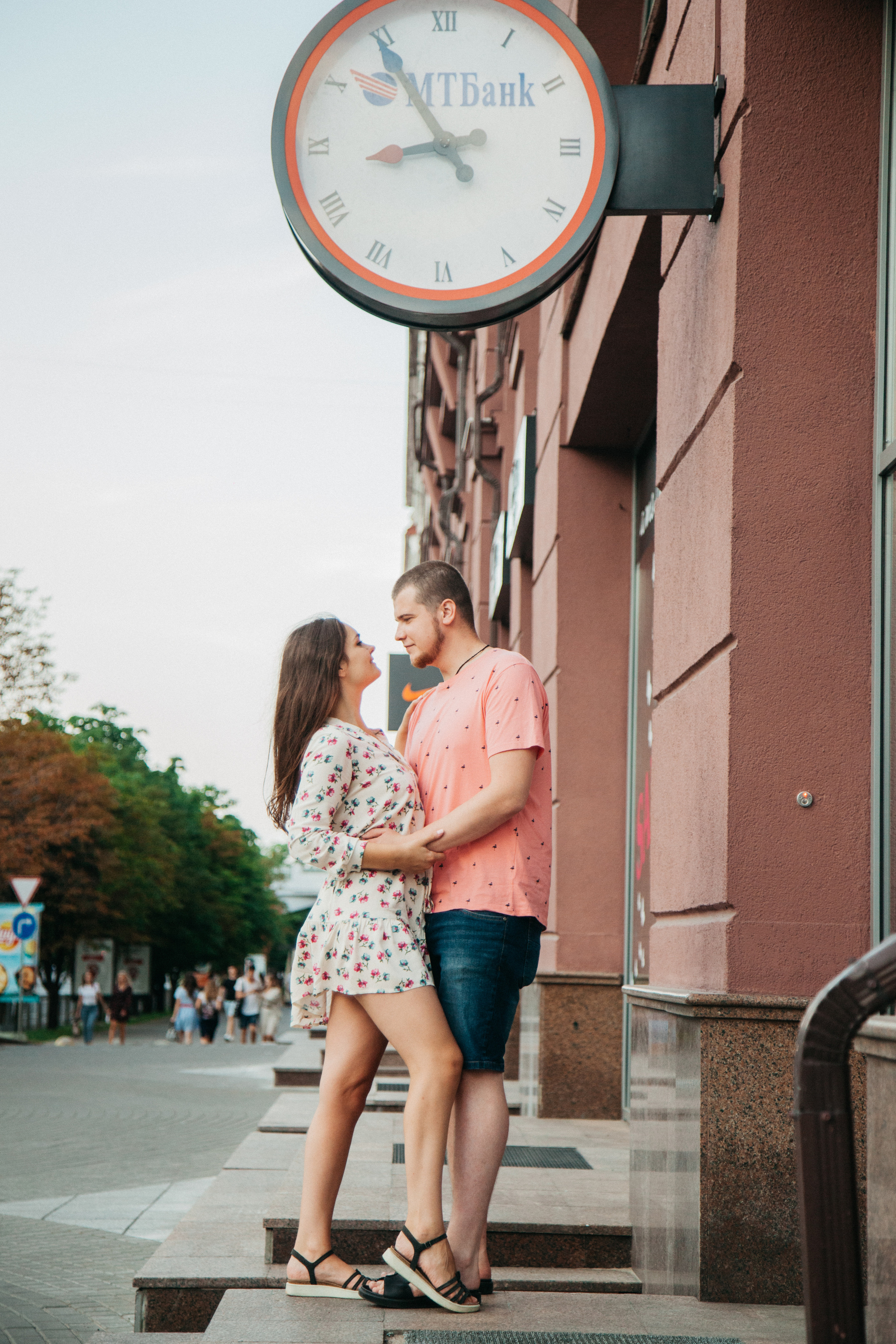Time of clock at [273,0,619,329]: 8:54
